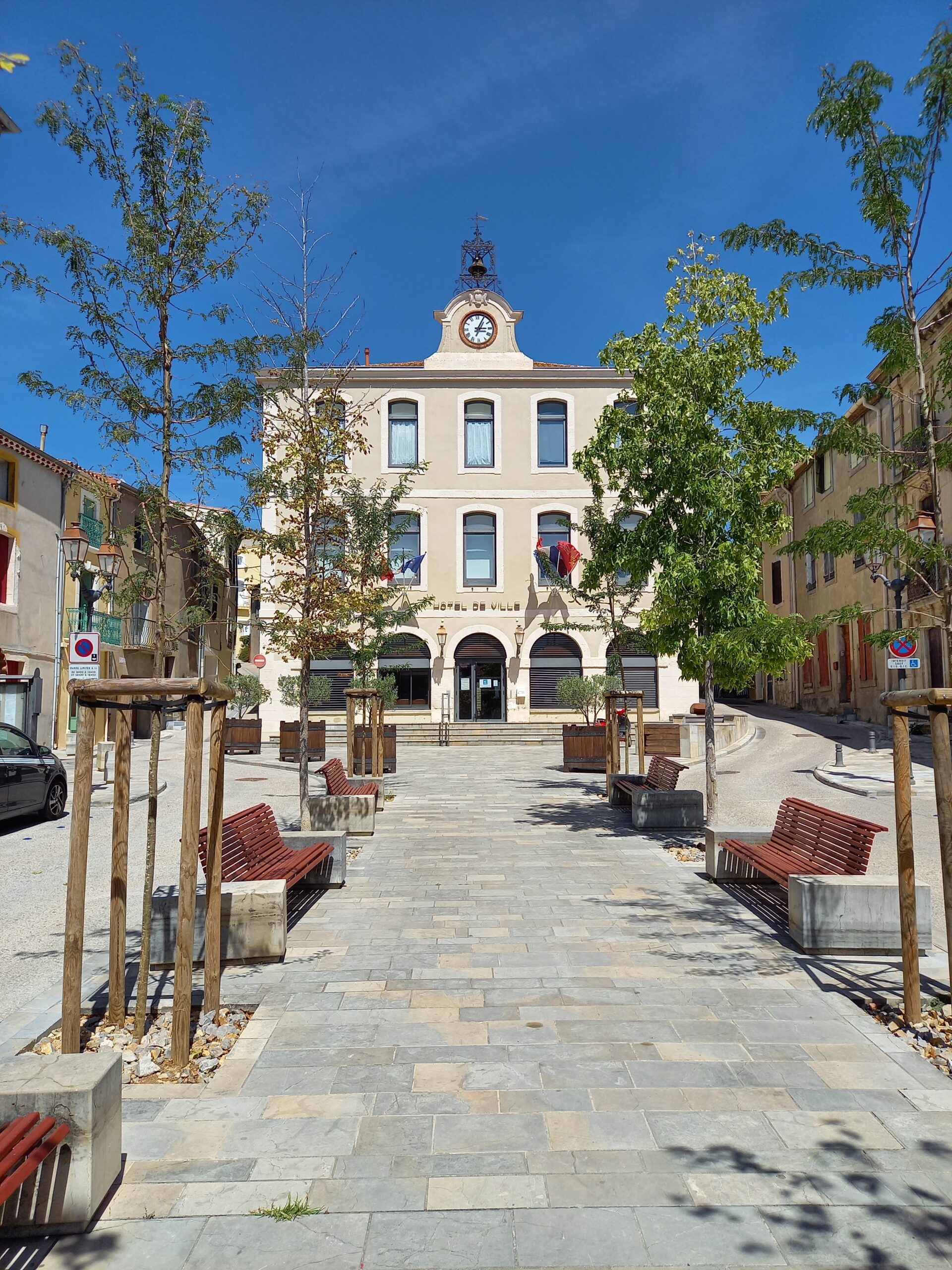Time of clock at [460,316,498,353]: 3:05
